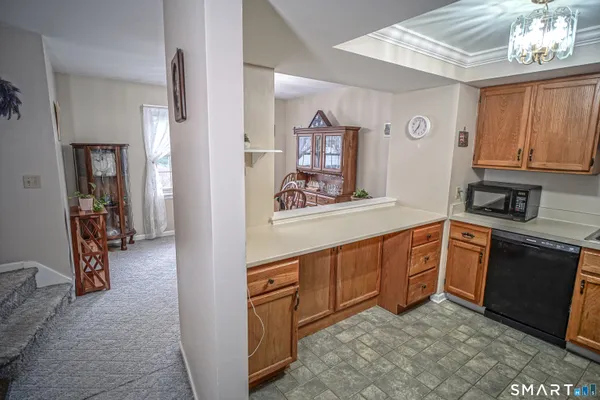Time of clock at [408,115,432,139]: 12:36
